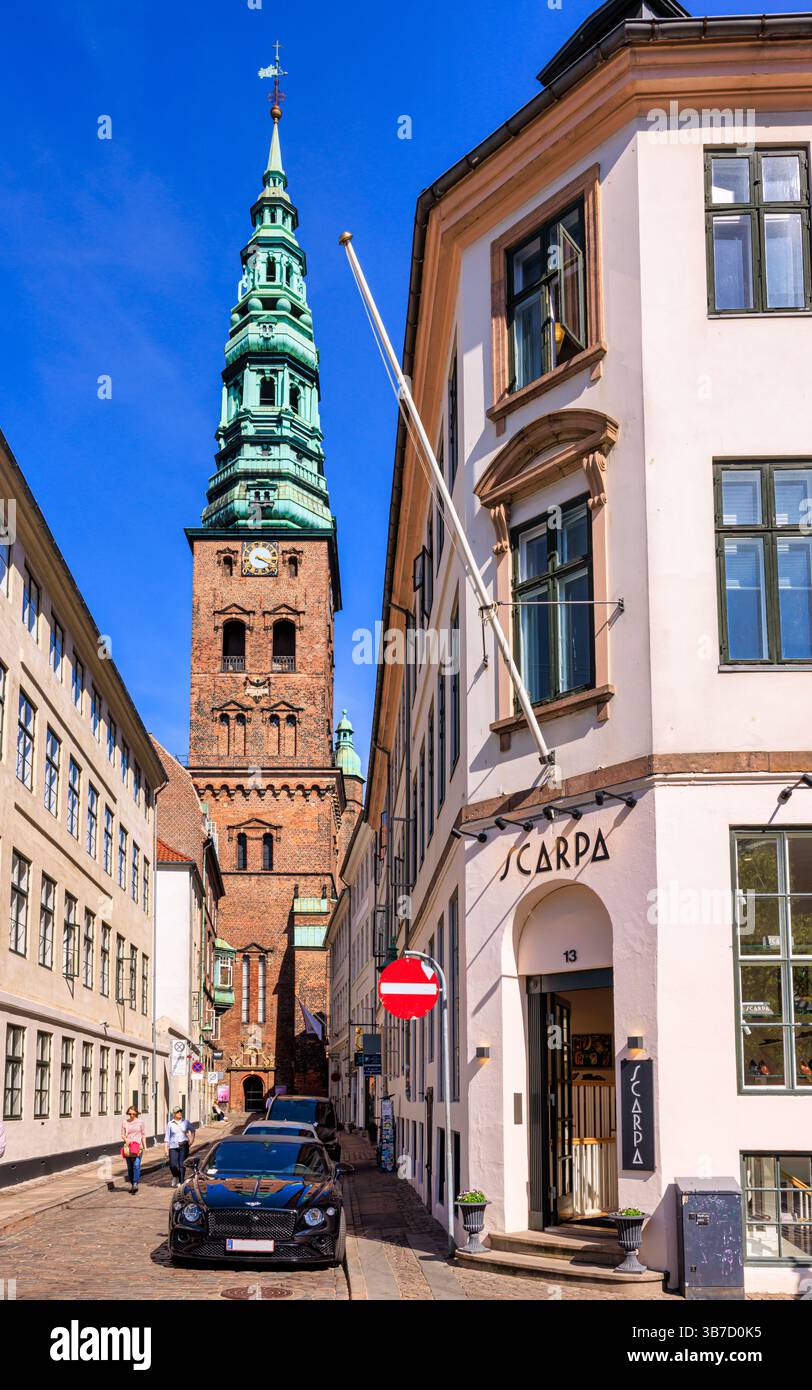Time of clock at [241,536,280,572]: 3:18
